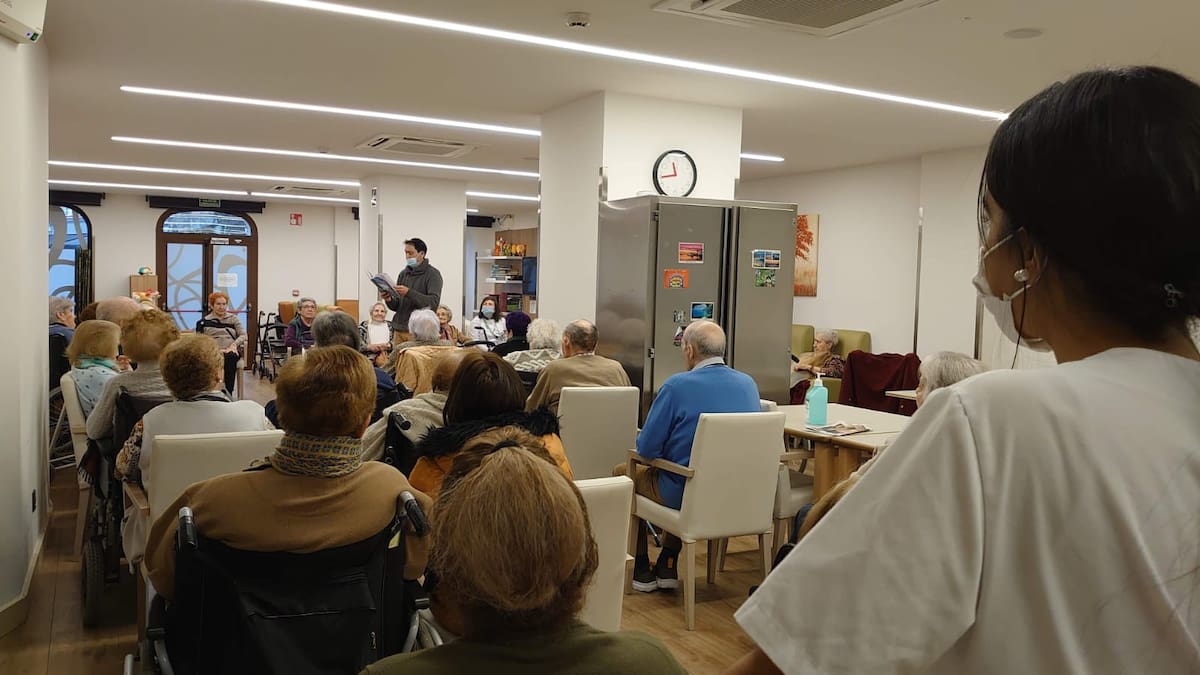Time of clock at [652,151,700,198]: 11:43
